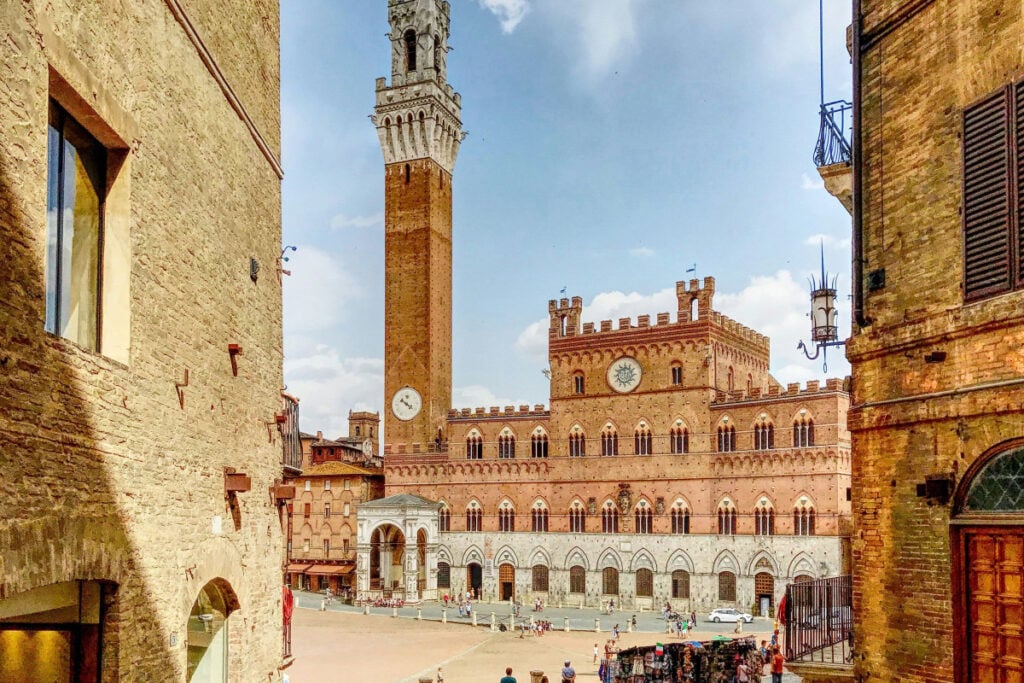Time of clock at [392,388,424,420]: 10:21
